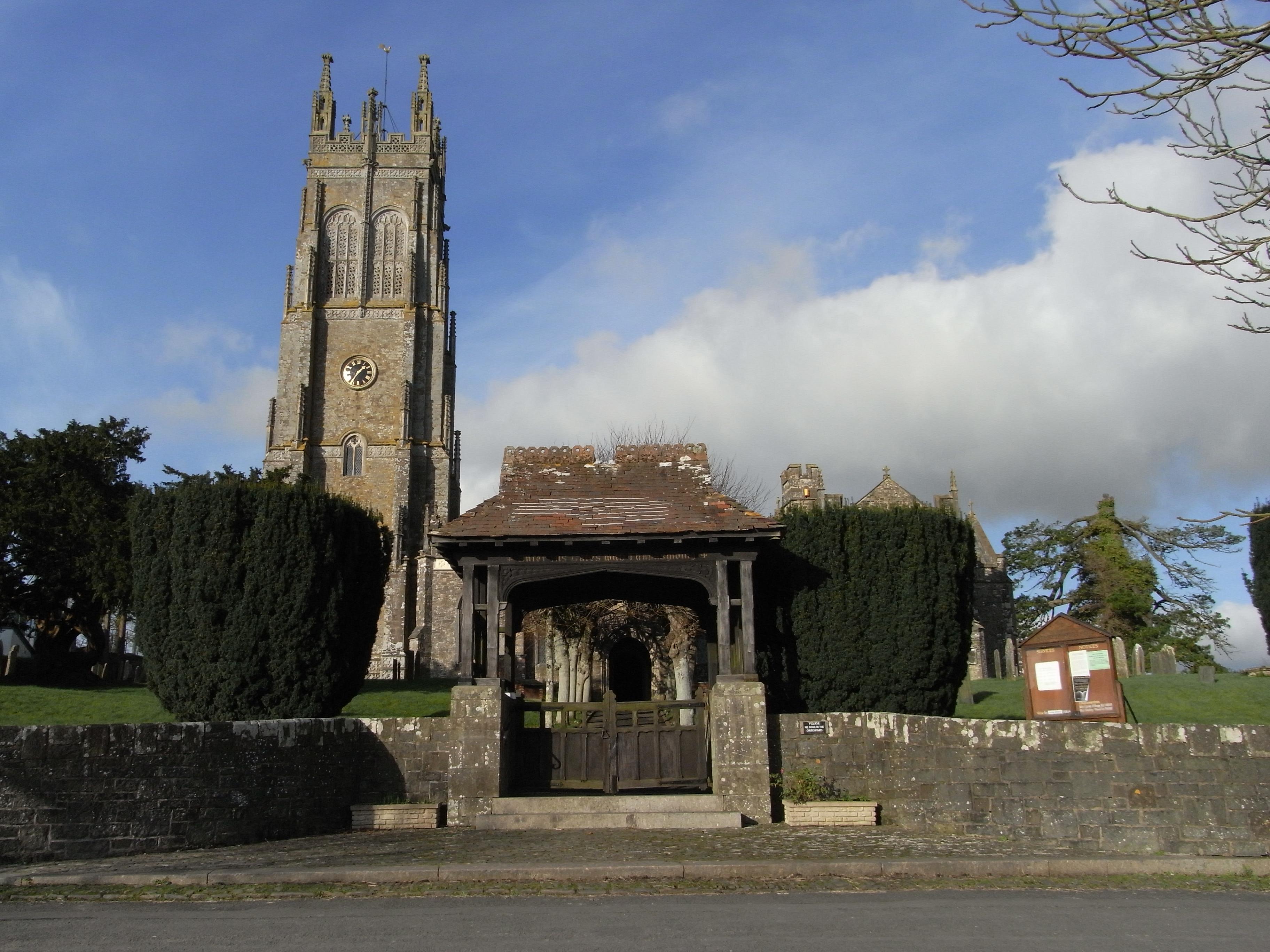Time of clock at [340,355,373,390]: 1:35
